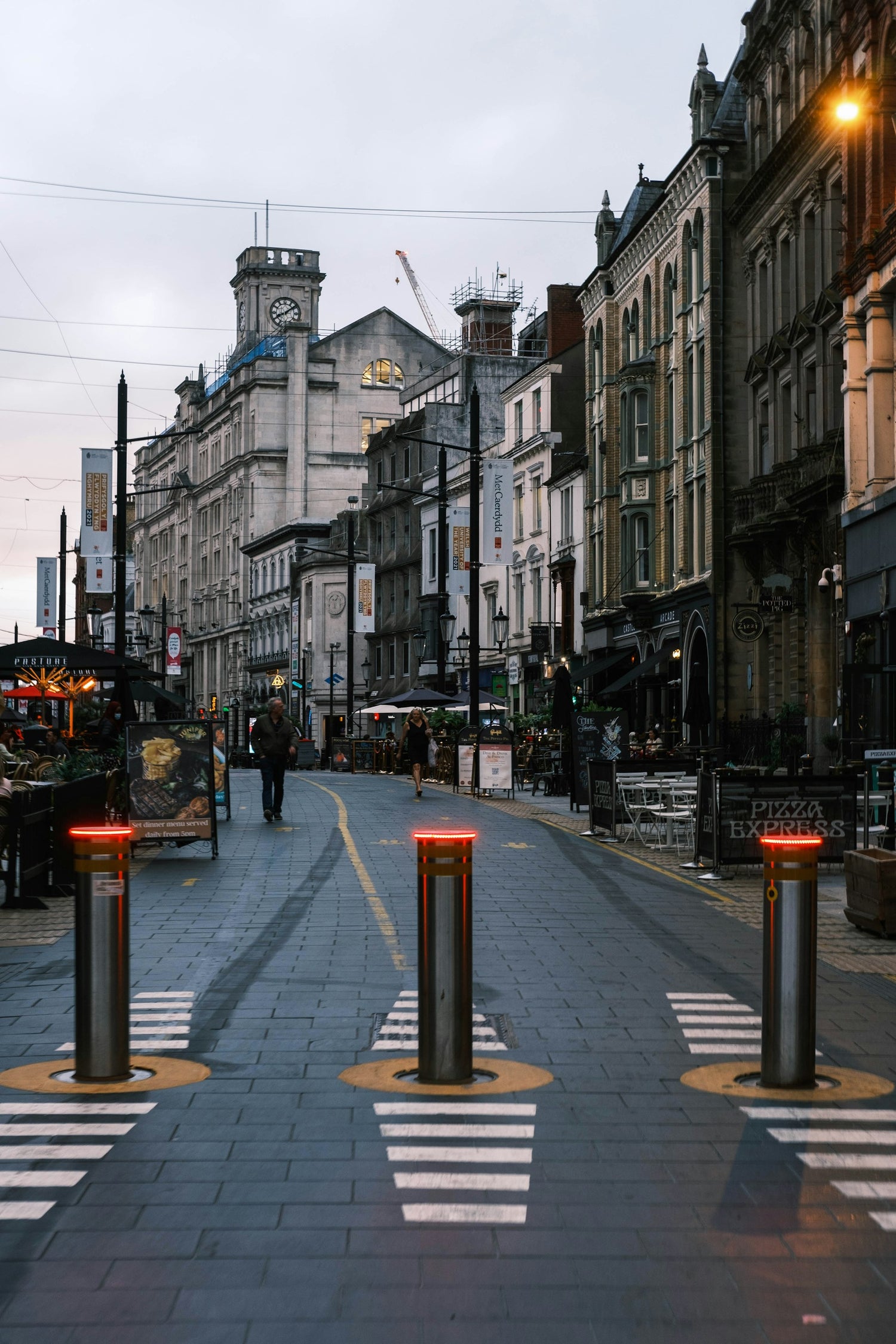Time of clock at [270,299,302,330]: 8:09
